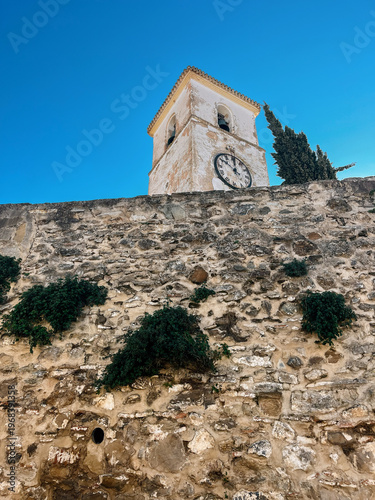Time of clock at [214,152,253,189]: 11:50
